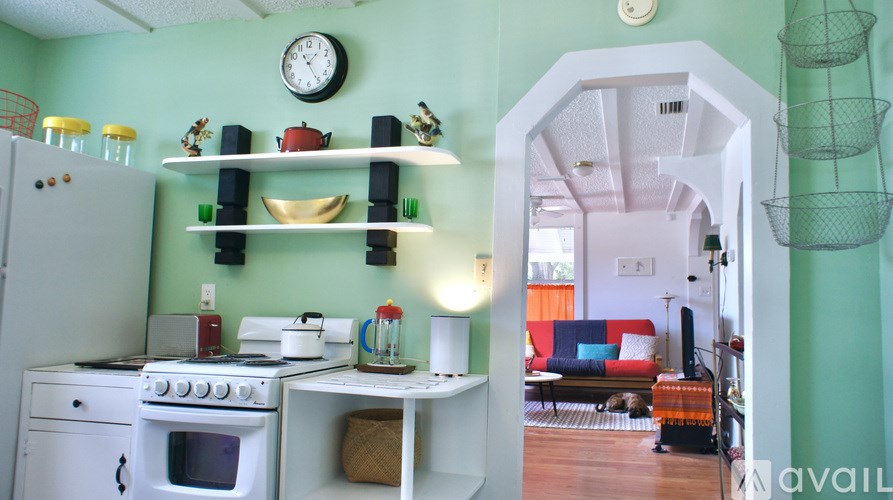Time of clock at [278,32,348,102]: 1:24
